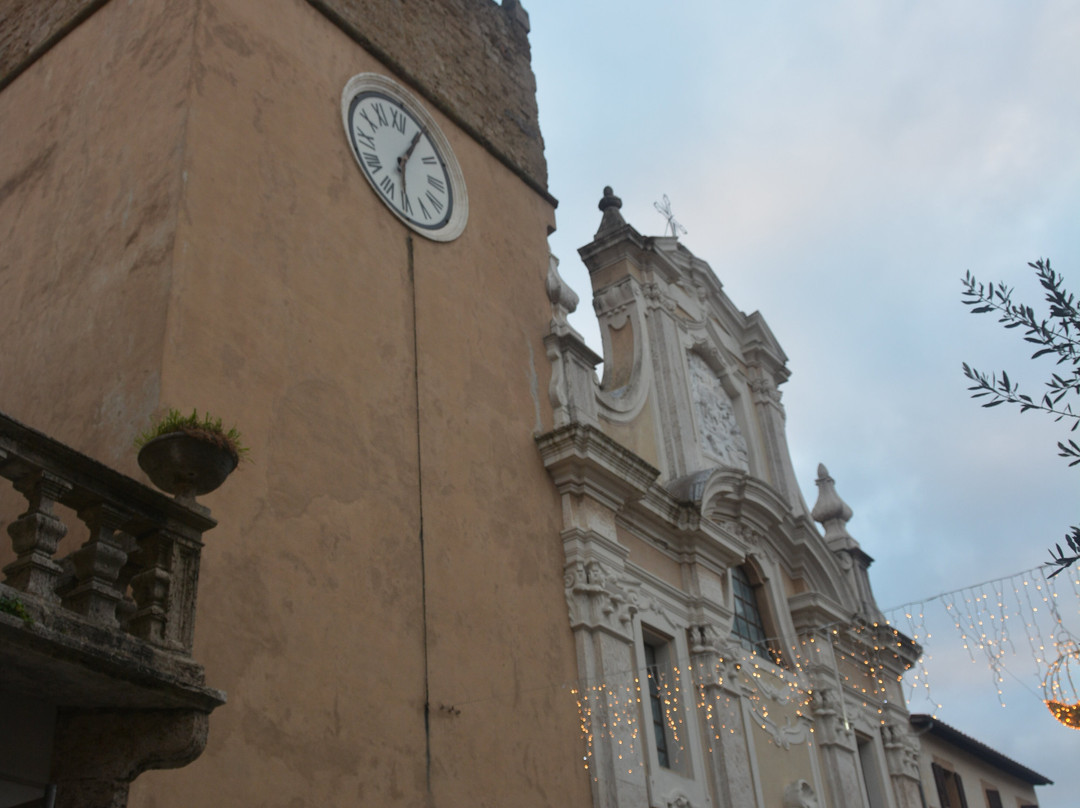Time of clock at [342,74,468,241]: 6:05
